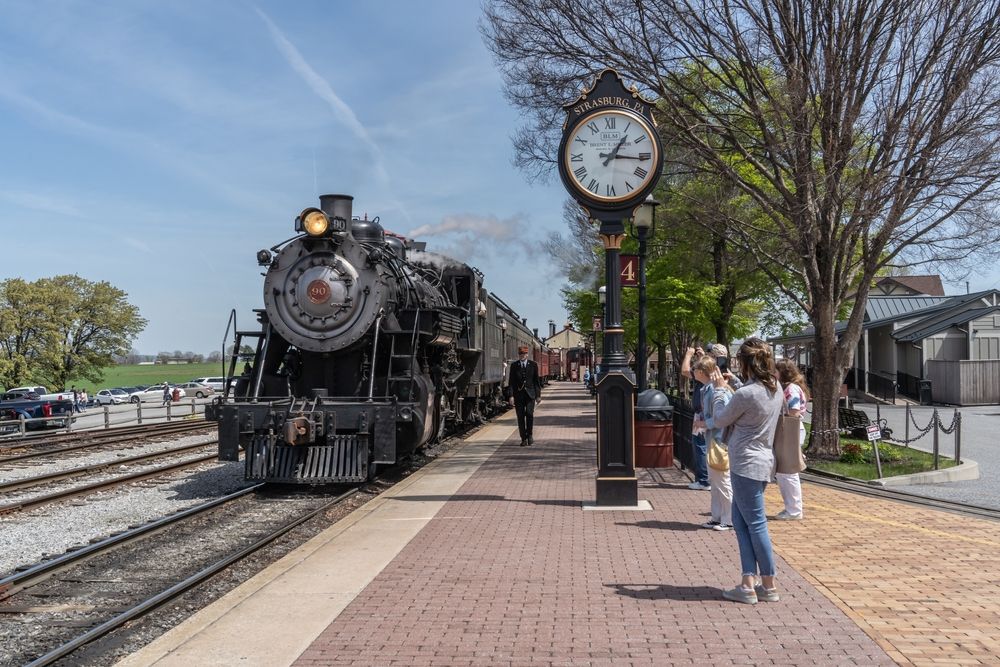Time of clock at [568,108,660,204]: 1:16
